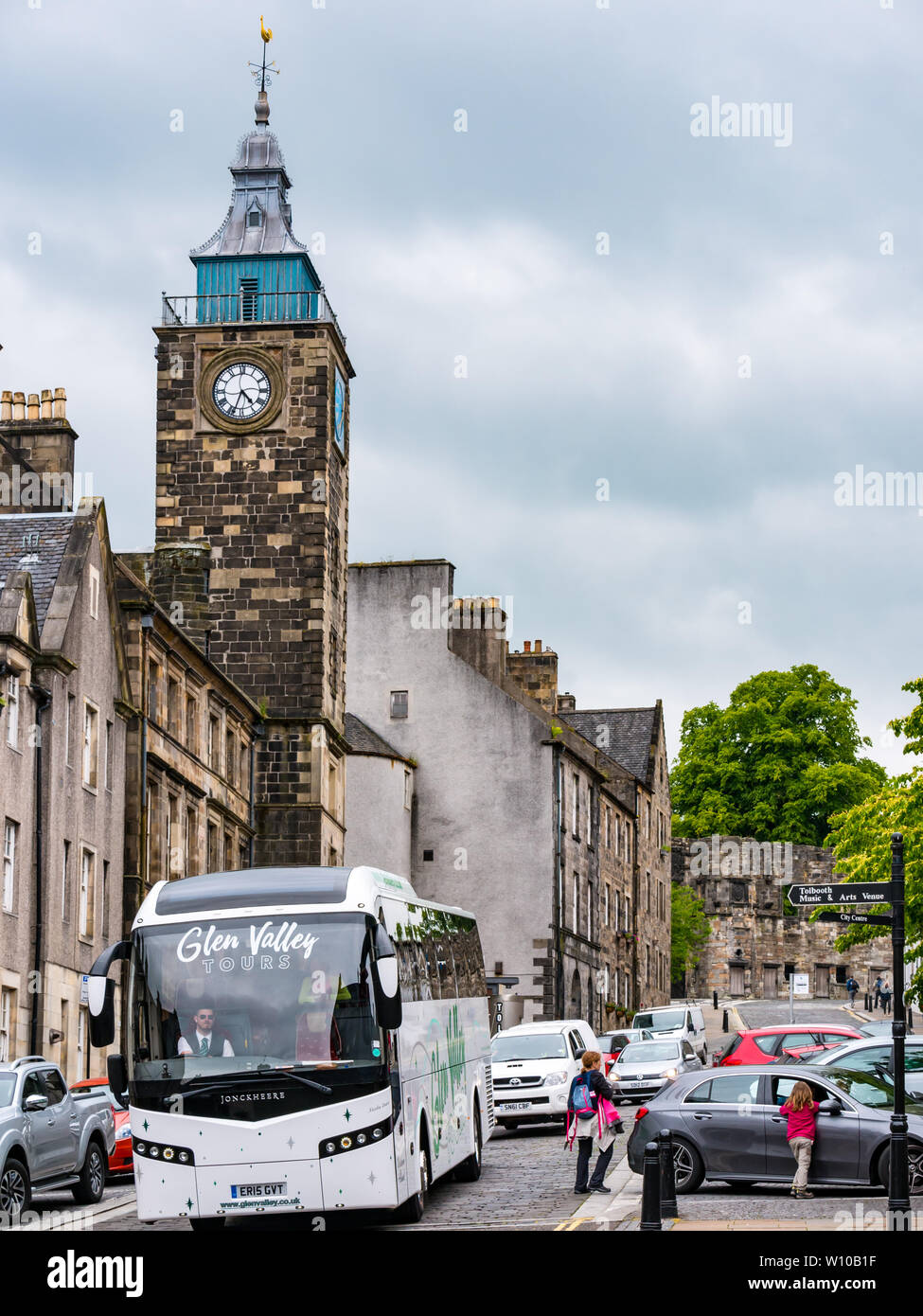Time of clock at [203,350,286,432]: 4:33
